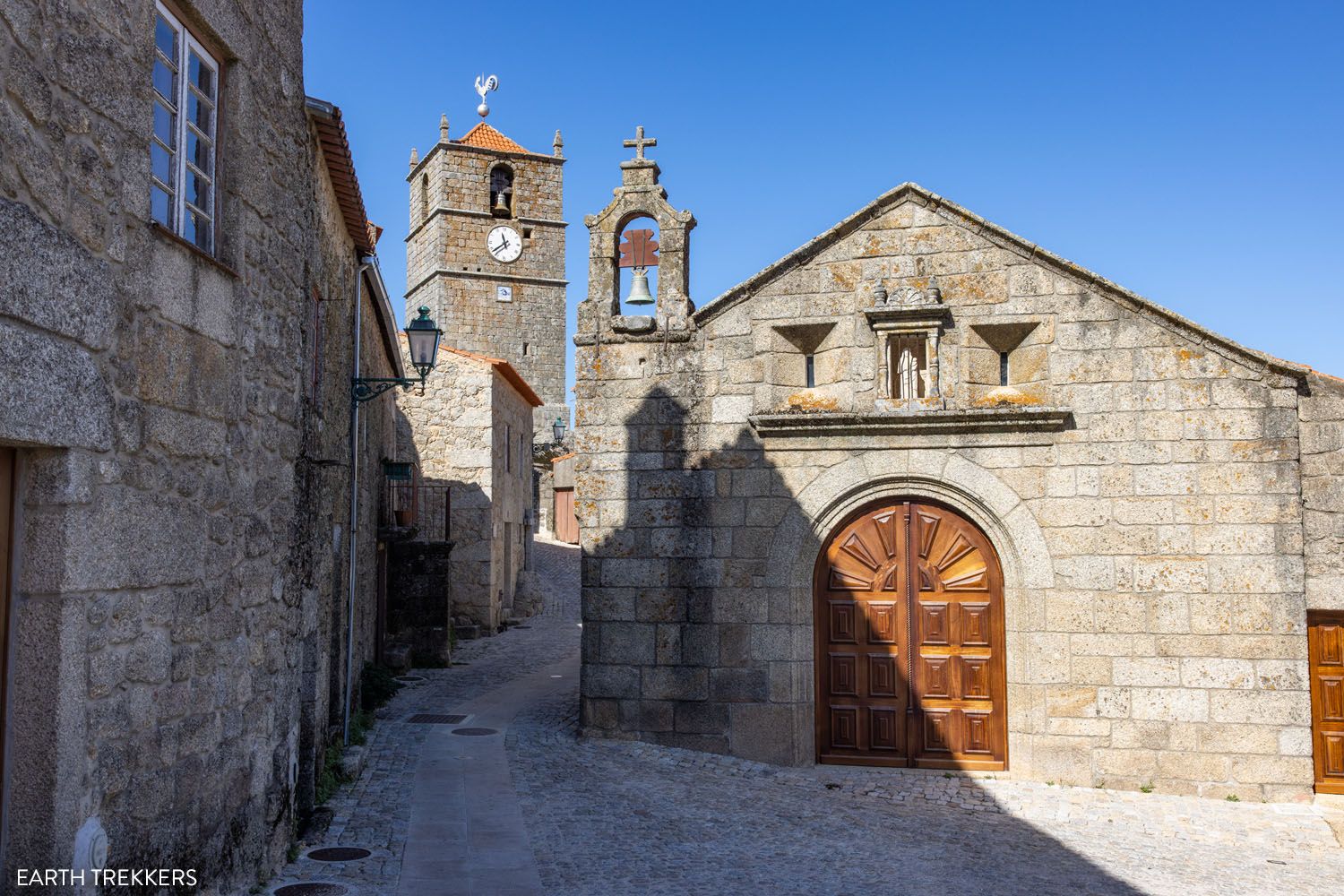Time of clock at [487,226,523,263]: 11:38
